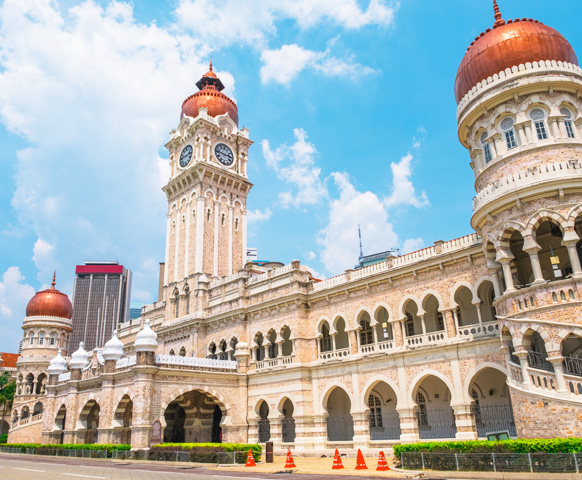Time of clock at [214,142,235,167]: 2:46
